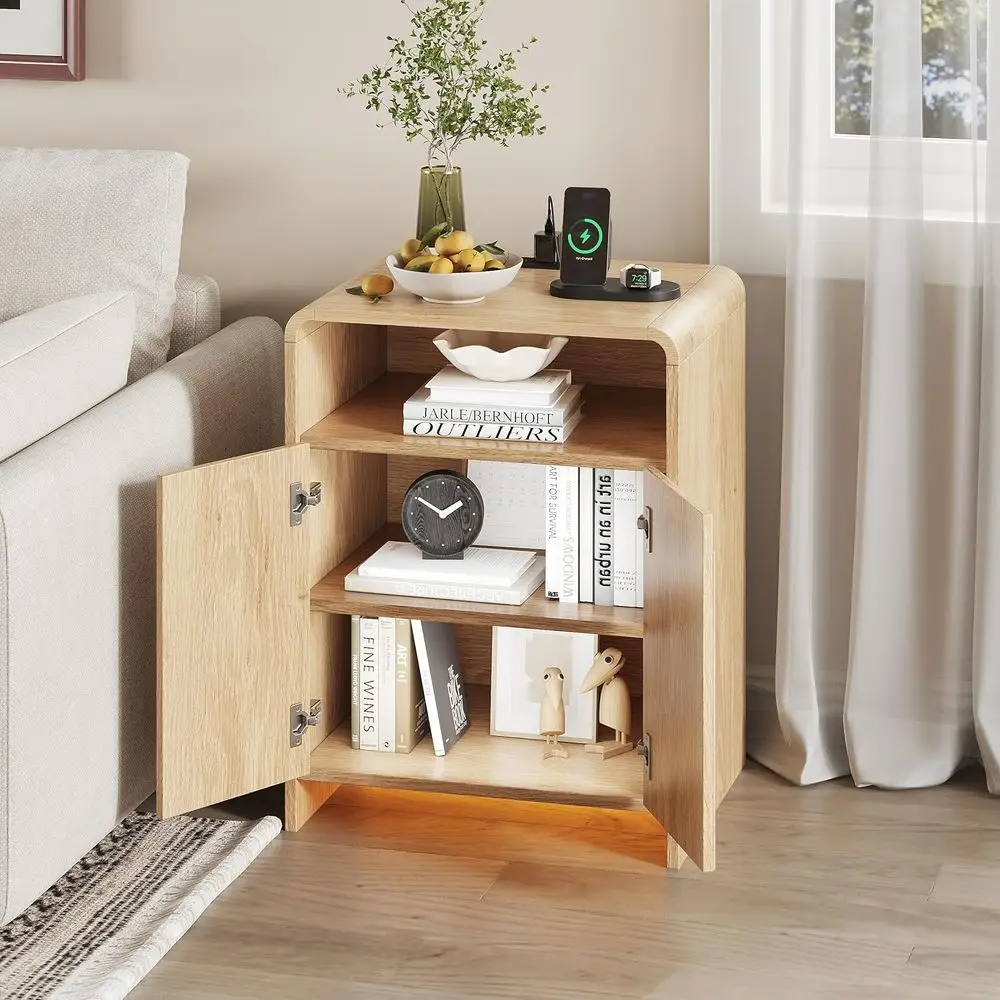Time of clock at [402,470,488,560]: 1:50
